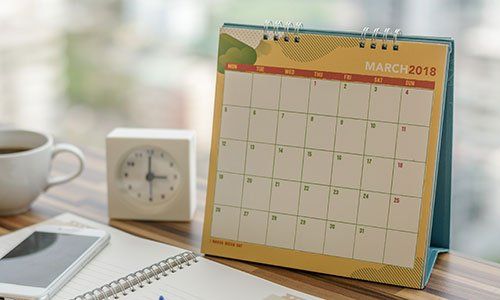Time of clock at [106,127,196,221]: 3:00
